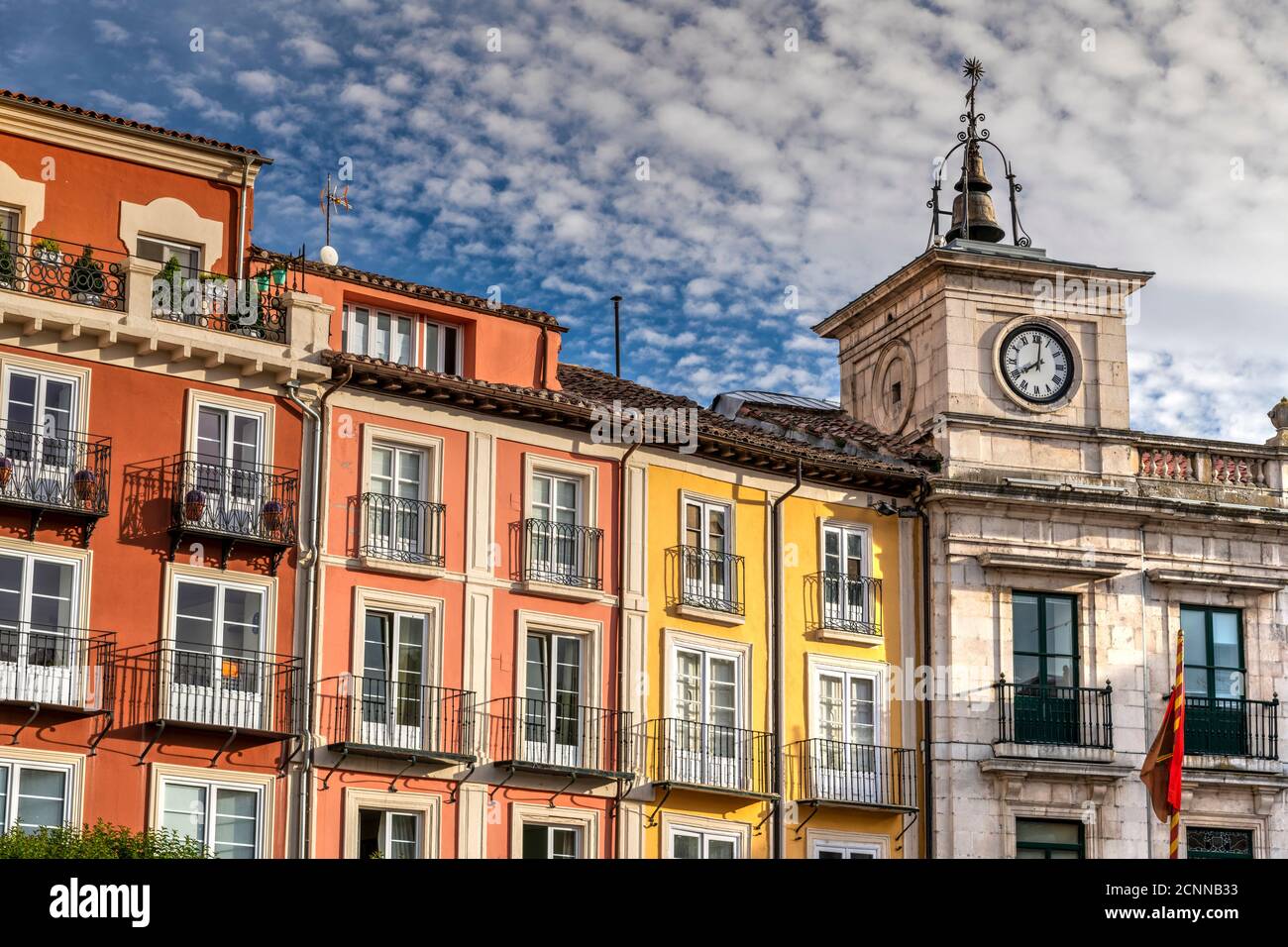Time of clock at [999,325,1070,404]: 8:01
